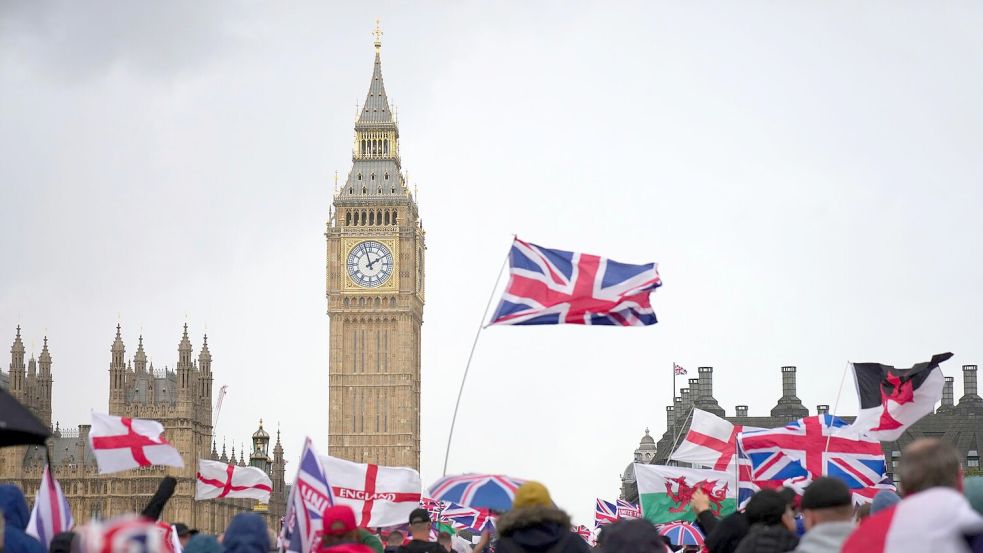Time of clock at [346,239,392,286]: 1:57
